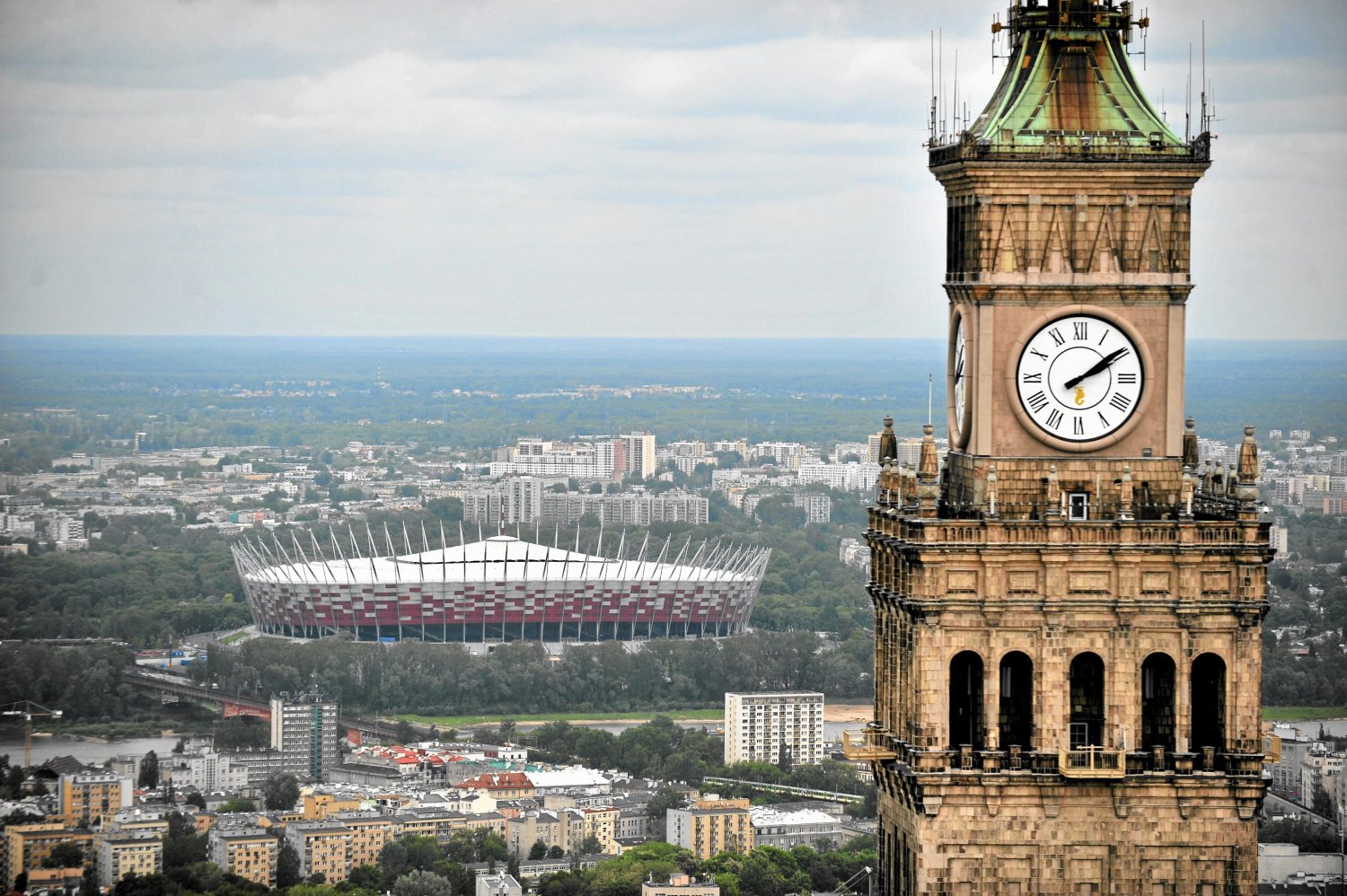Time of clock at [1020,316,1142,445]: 2:09
